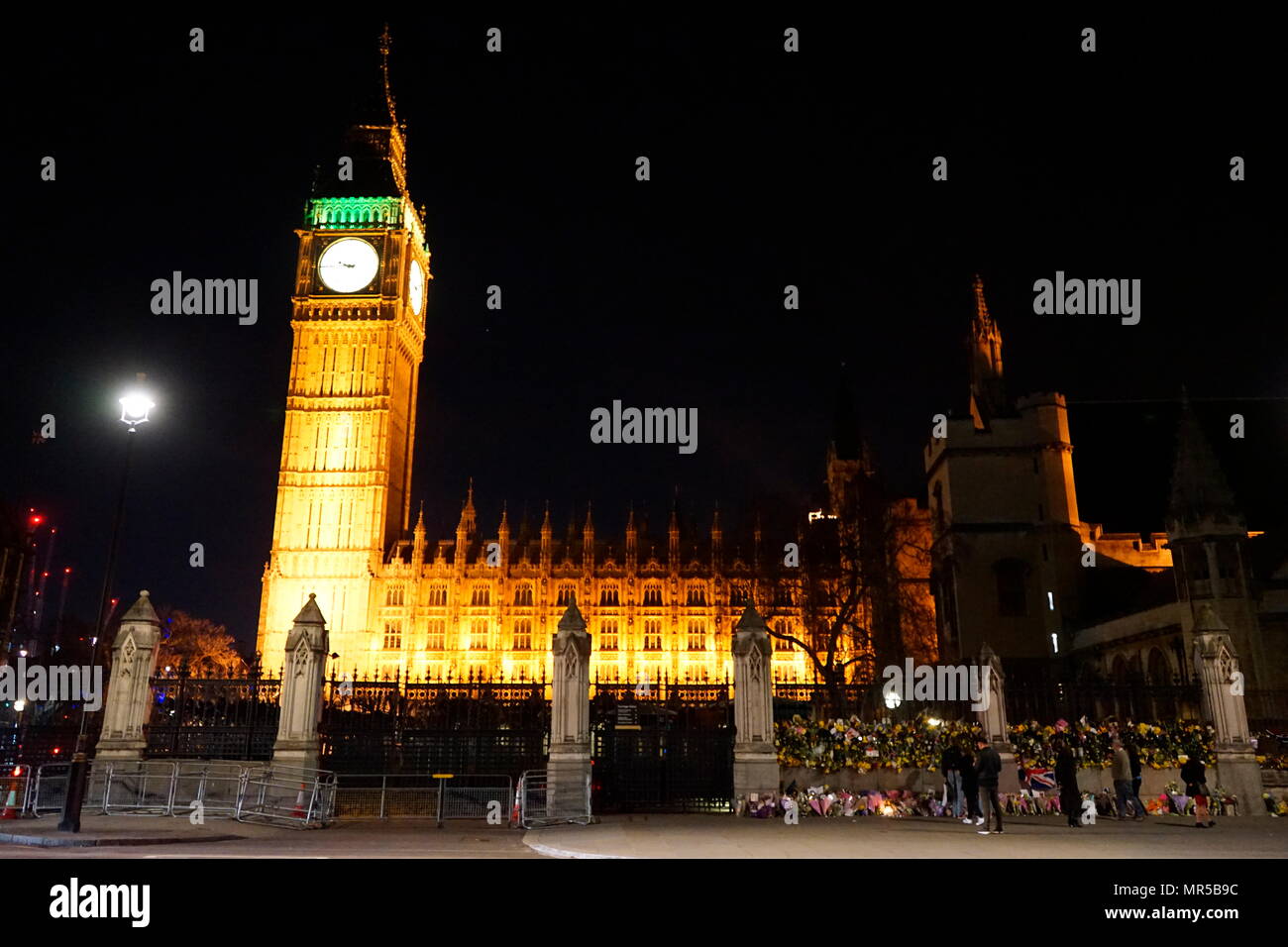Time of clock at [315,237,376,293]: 9:44
